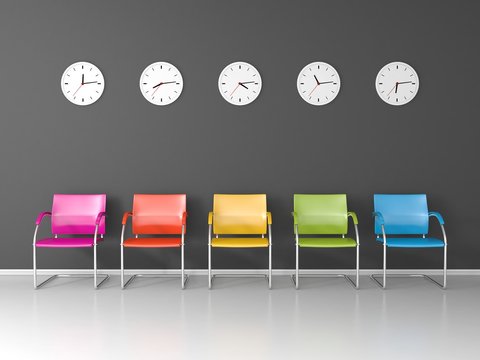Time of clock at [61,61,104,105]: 12:13
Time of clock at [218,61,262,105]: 4:13
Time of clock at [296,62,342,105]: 11:13
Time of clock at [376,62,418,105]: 6:13
